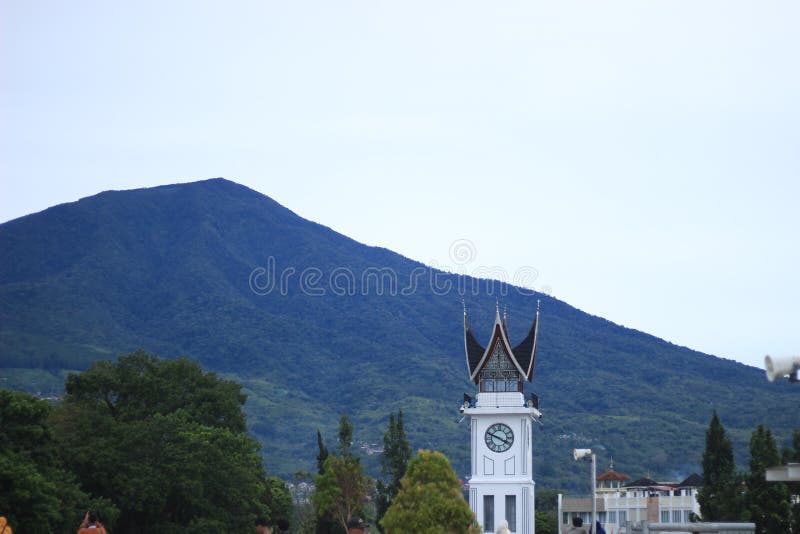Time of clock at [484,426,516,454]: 3:48
